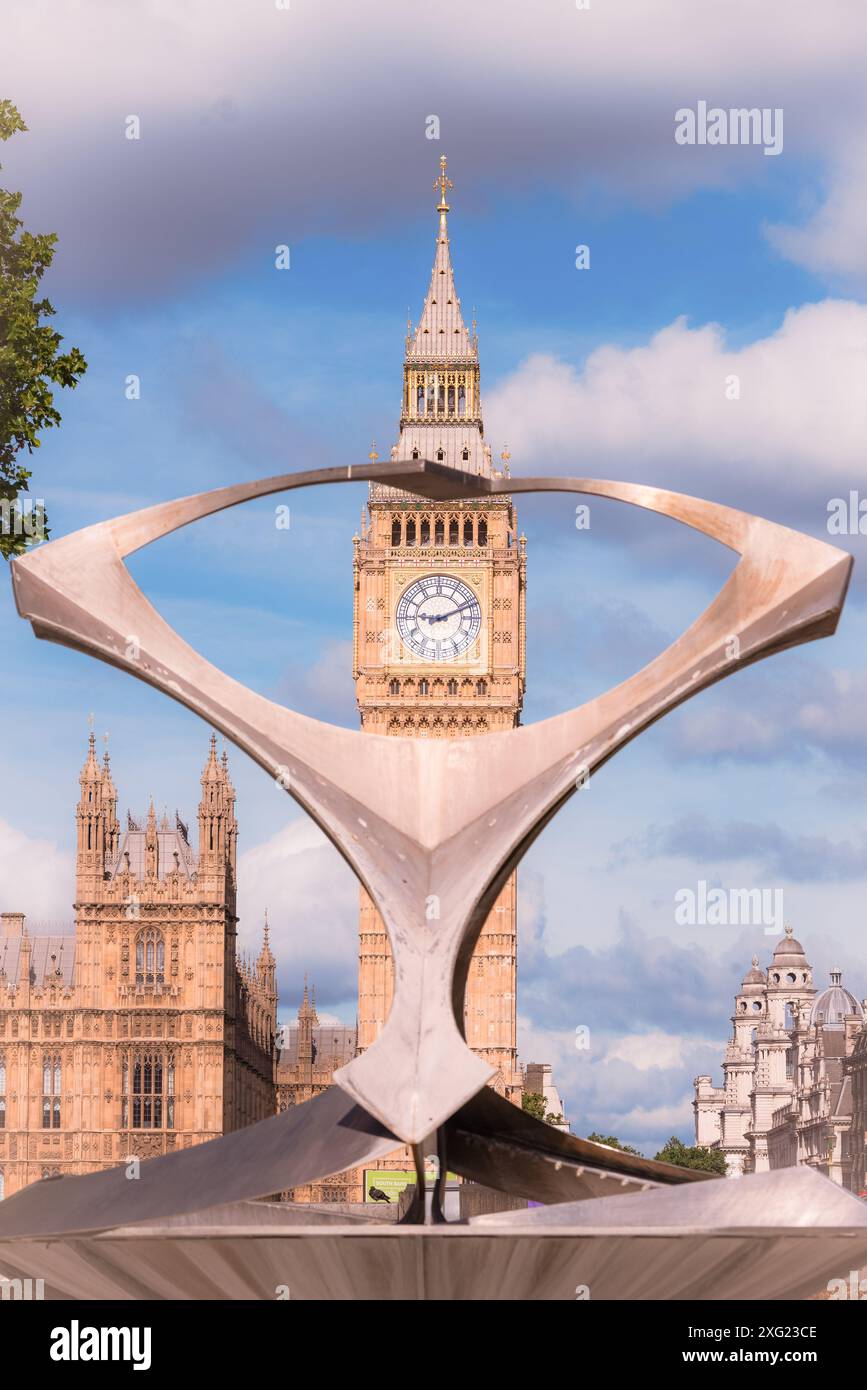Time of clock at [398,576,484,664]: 9:11
